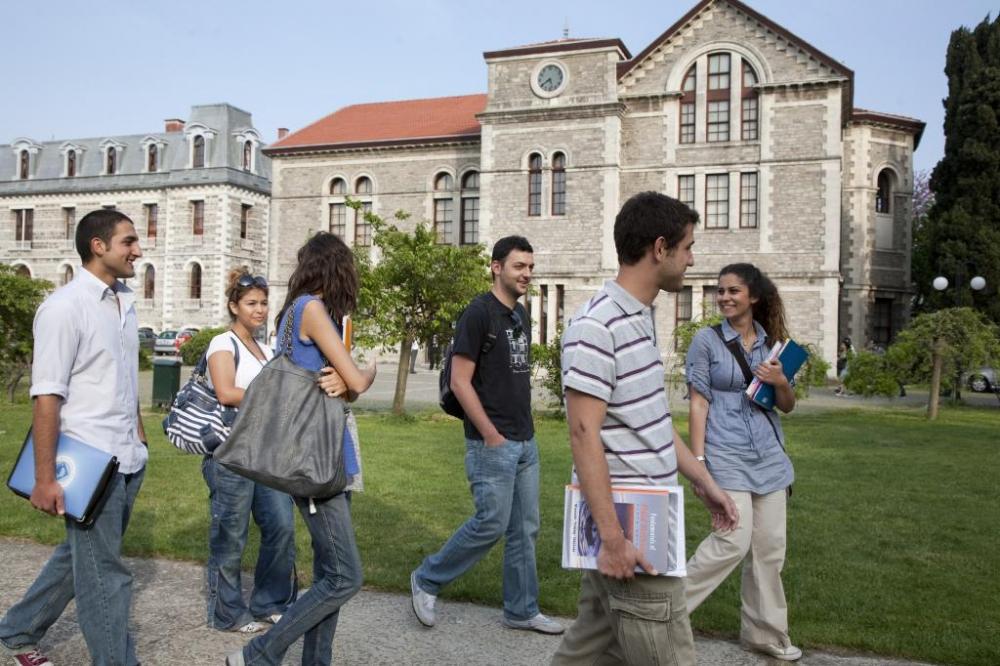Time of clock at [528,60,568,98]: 5:40
